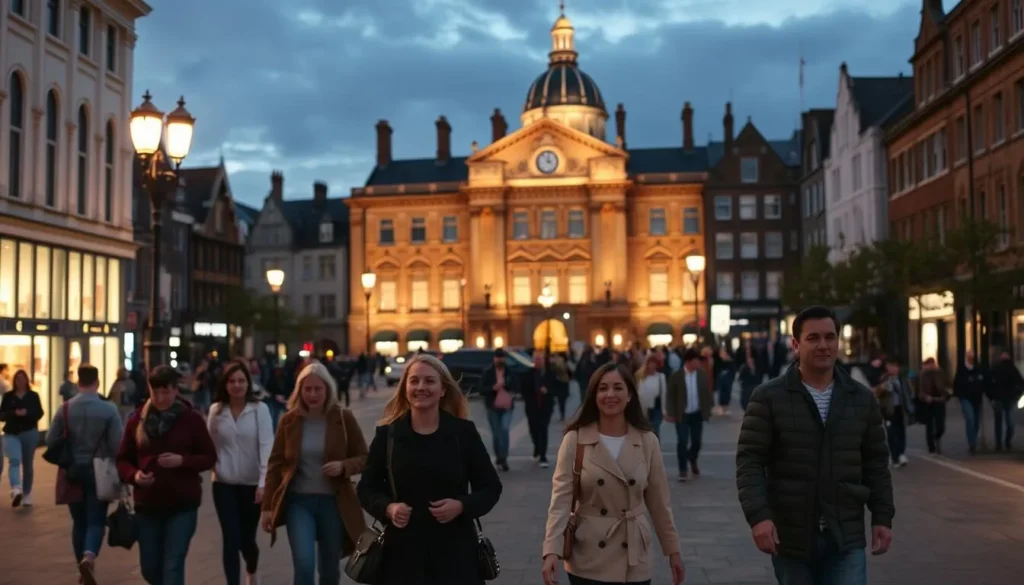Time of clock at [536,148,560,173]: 4:02
